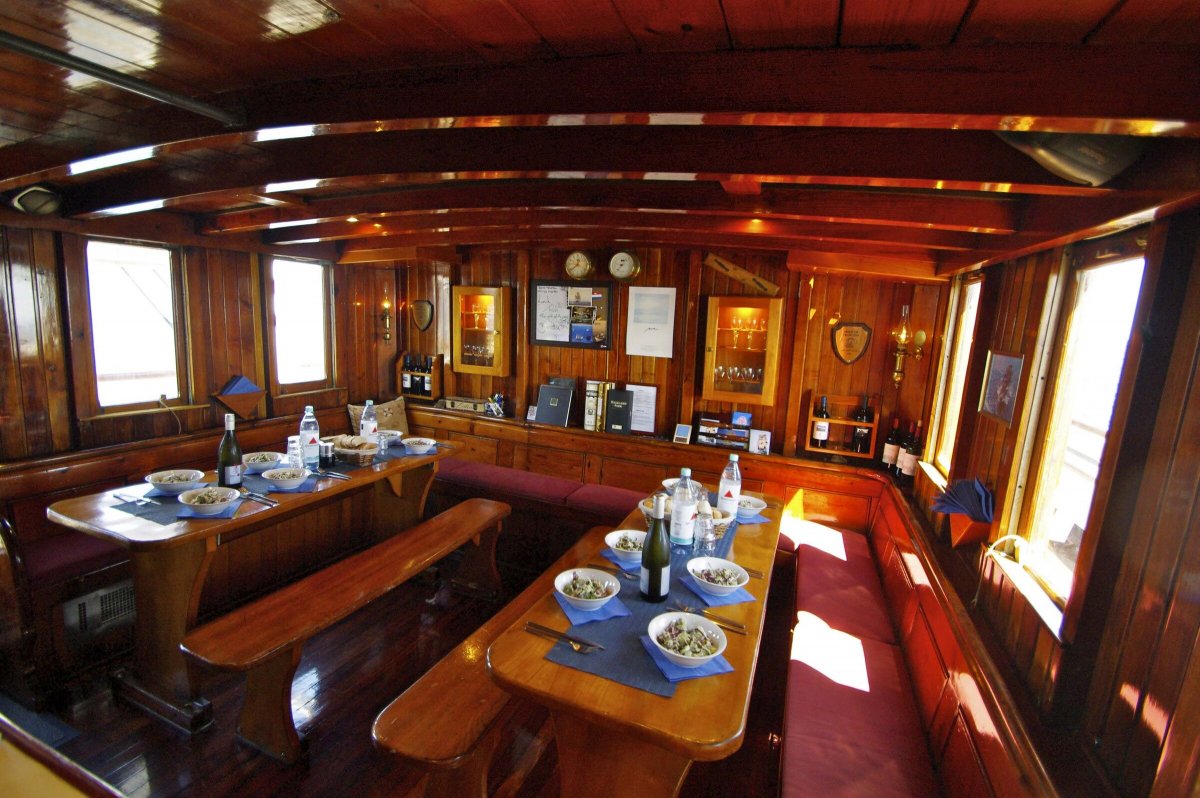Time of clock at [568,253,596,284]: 12:38
